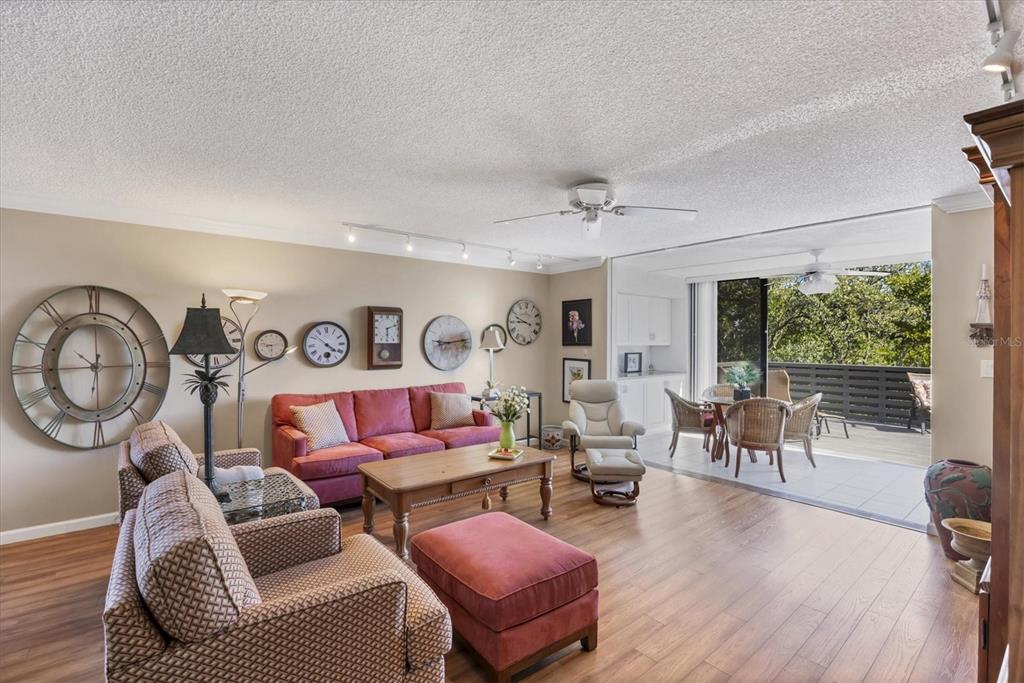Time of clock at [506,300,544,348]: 8:48
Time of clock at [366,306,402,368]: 6:11
